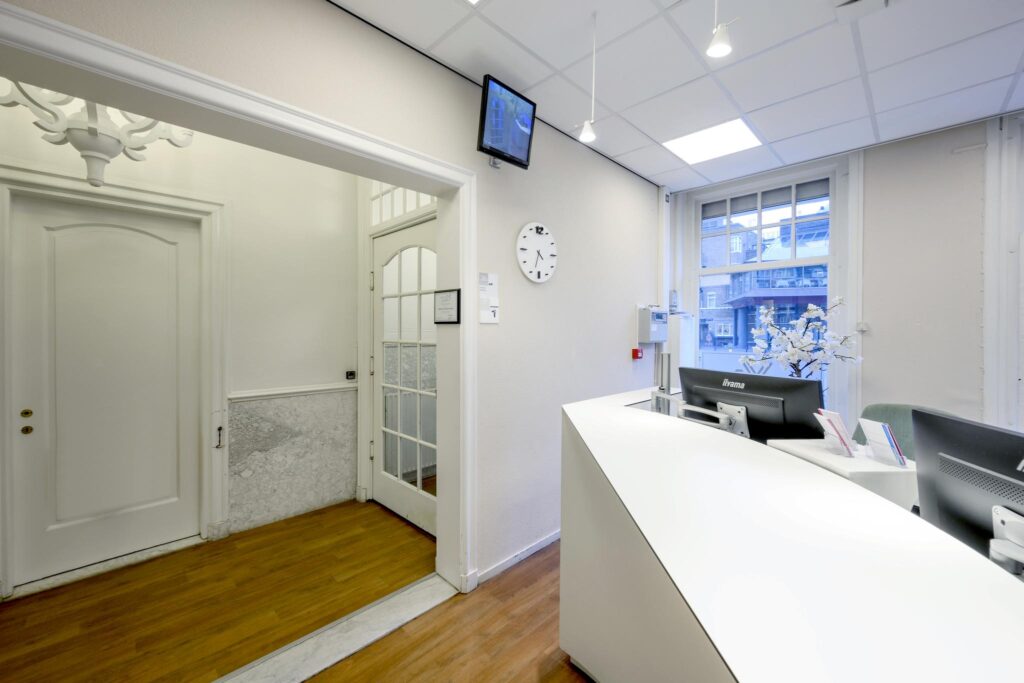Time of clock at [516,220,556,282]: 4:32
